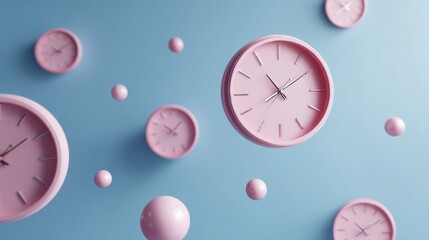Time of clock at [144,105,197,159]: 10:07
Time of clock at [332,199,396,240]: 10:08
